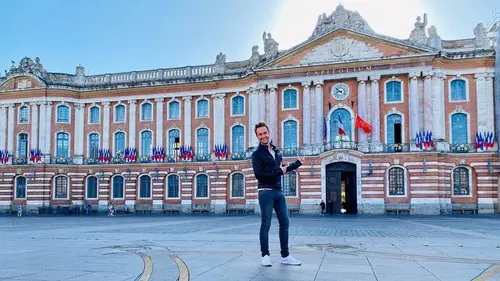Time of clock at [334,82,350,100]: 8:50
